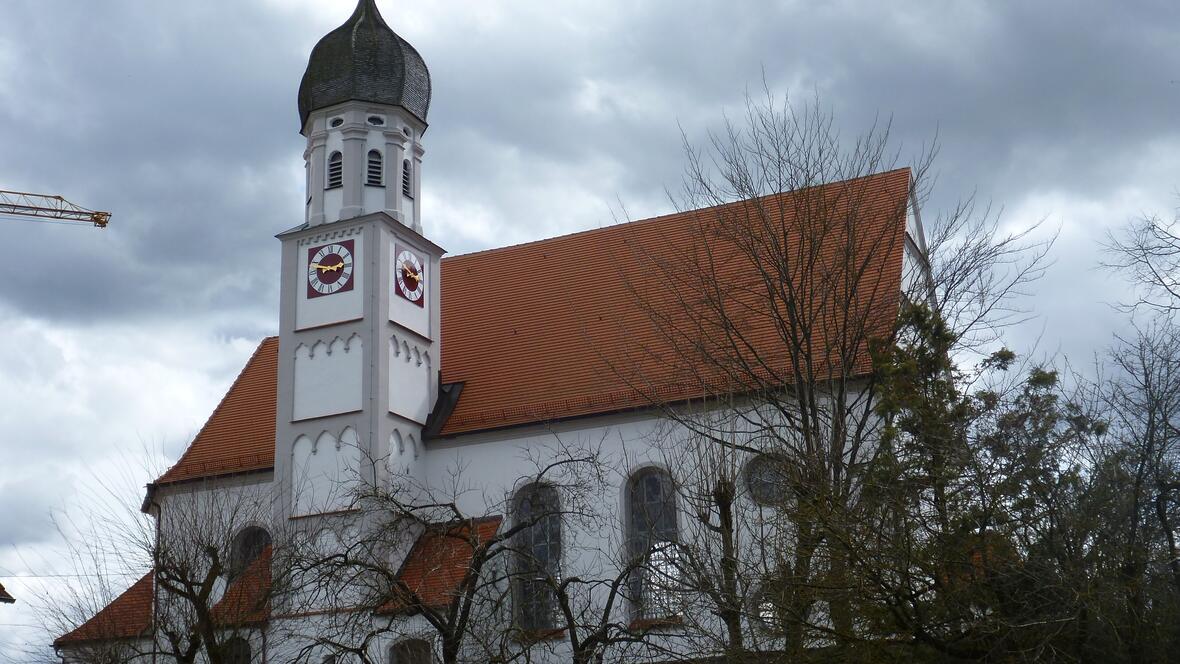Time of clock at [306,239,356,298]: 2:48
